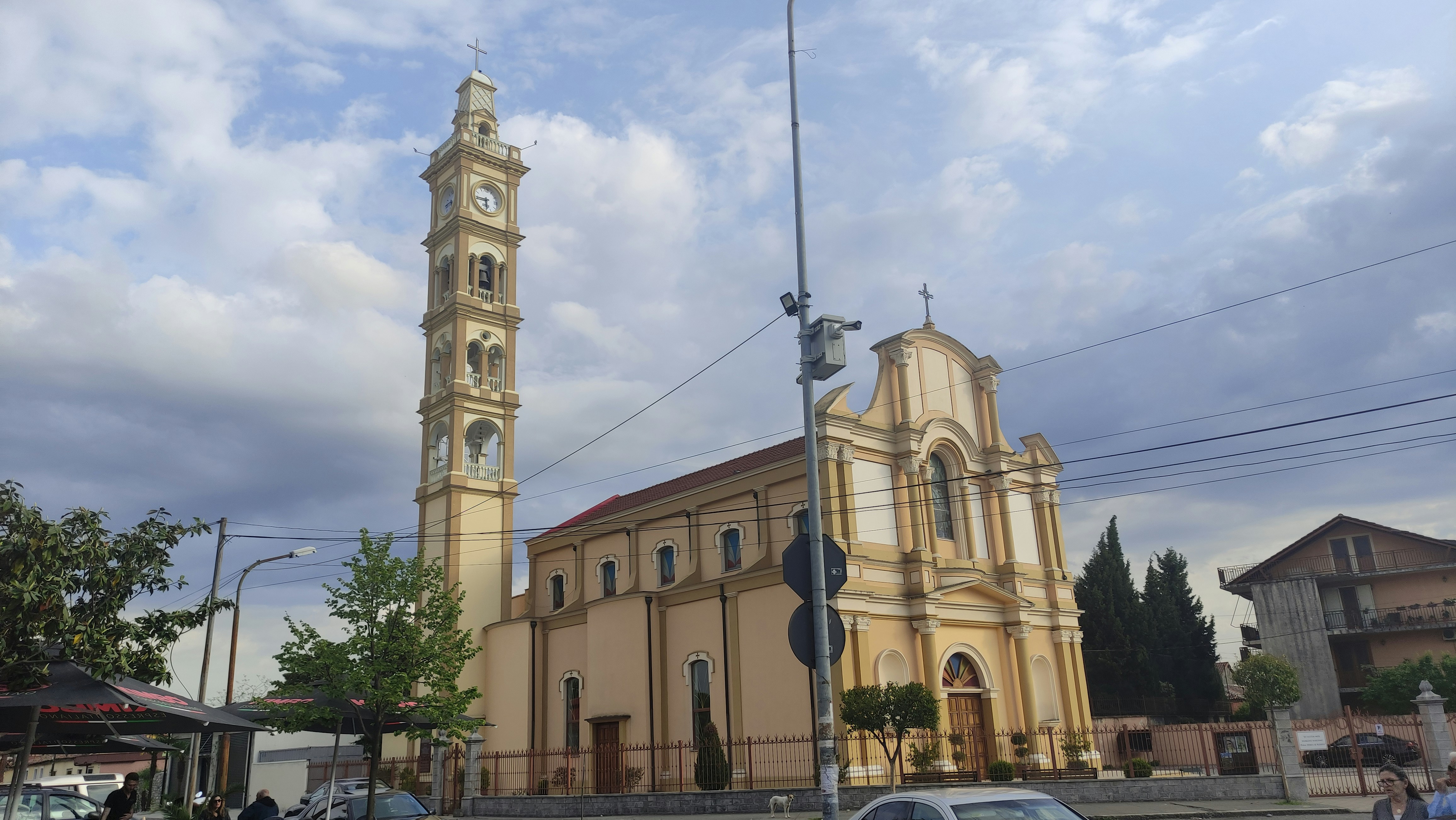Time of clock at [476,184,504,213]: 5:44
